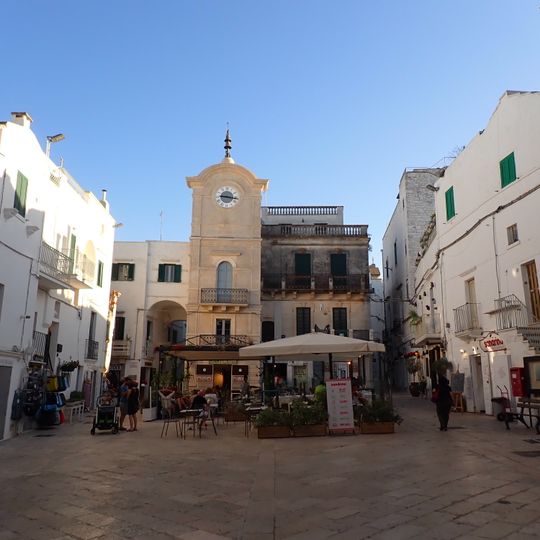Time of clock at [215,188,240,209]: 9:16
